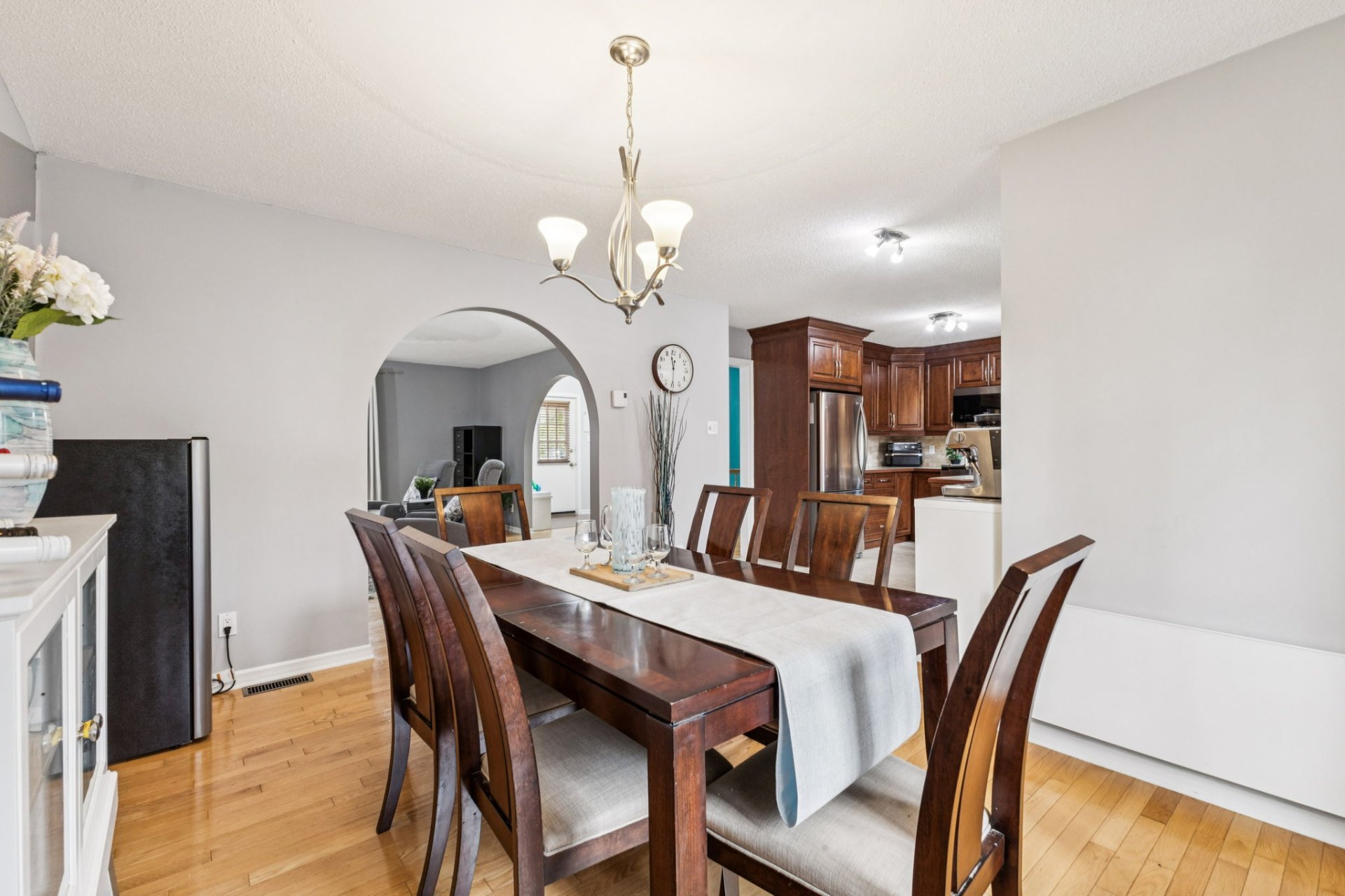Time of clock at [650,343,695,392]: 11:30
